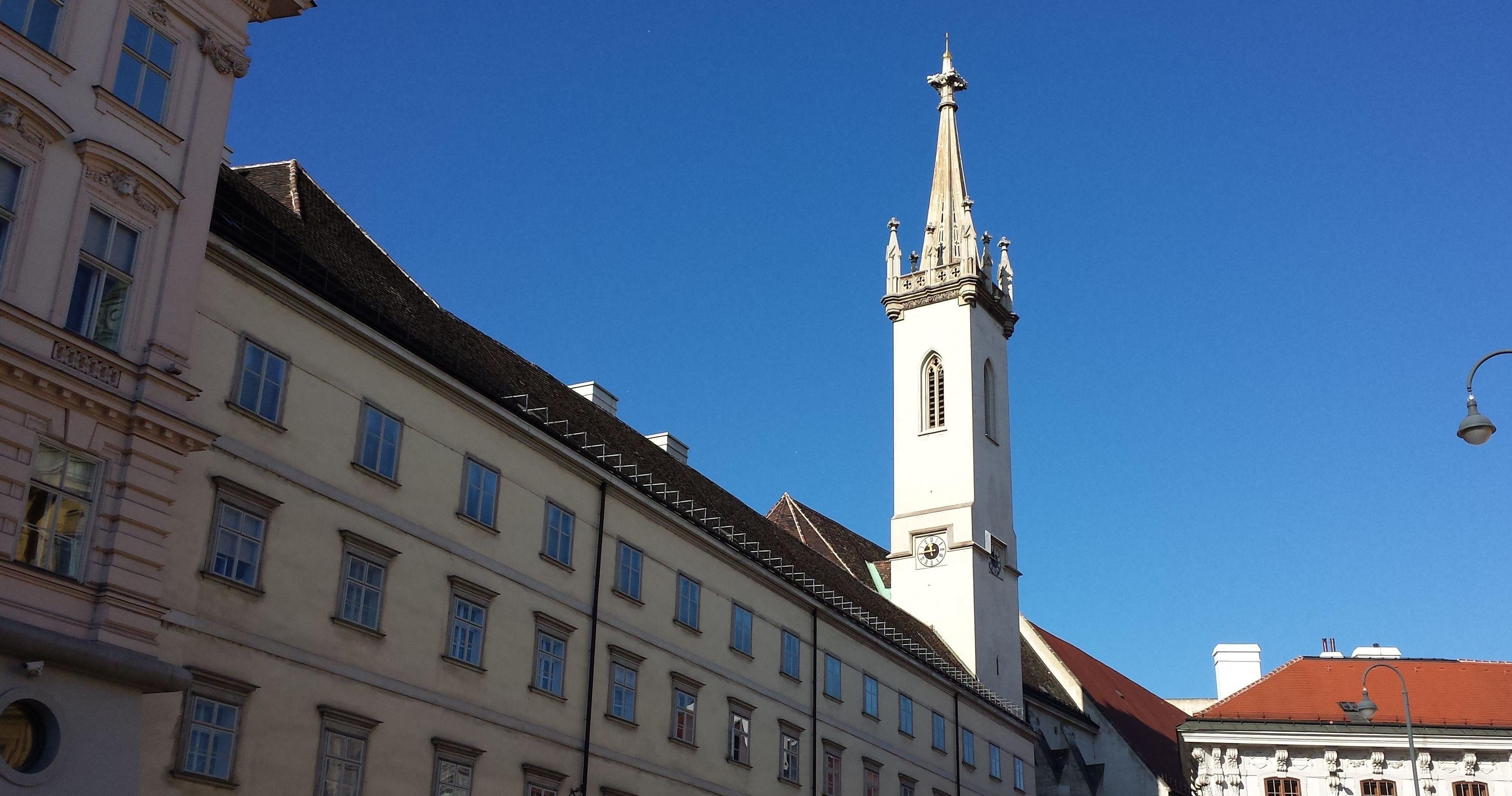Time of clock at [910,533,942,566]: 11:44
